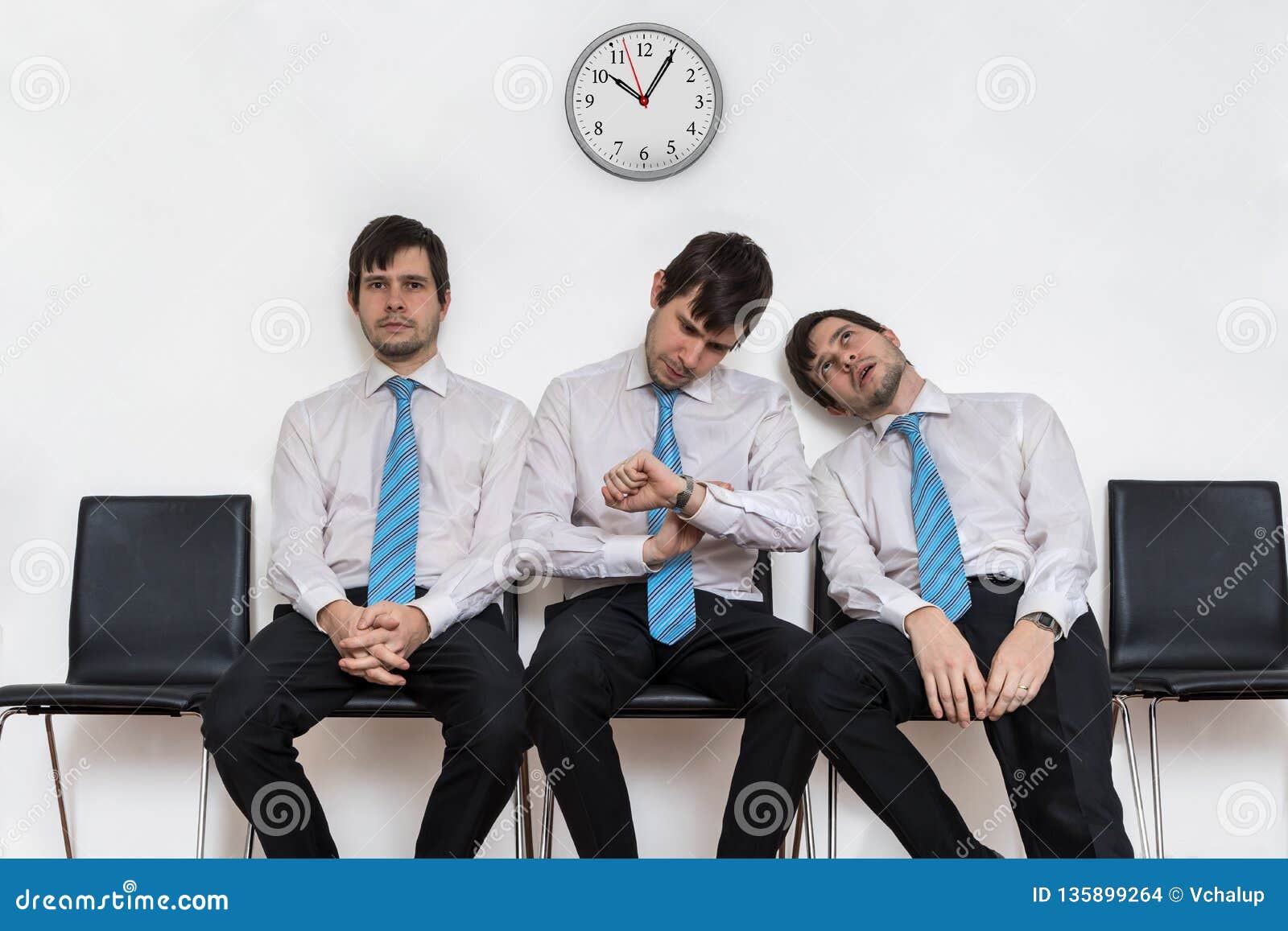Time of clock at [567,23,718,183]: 10:05
